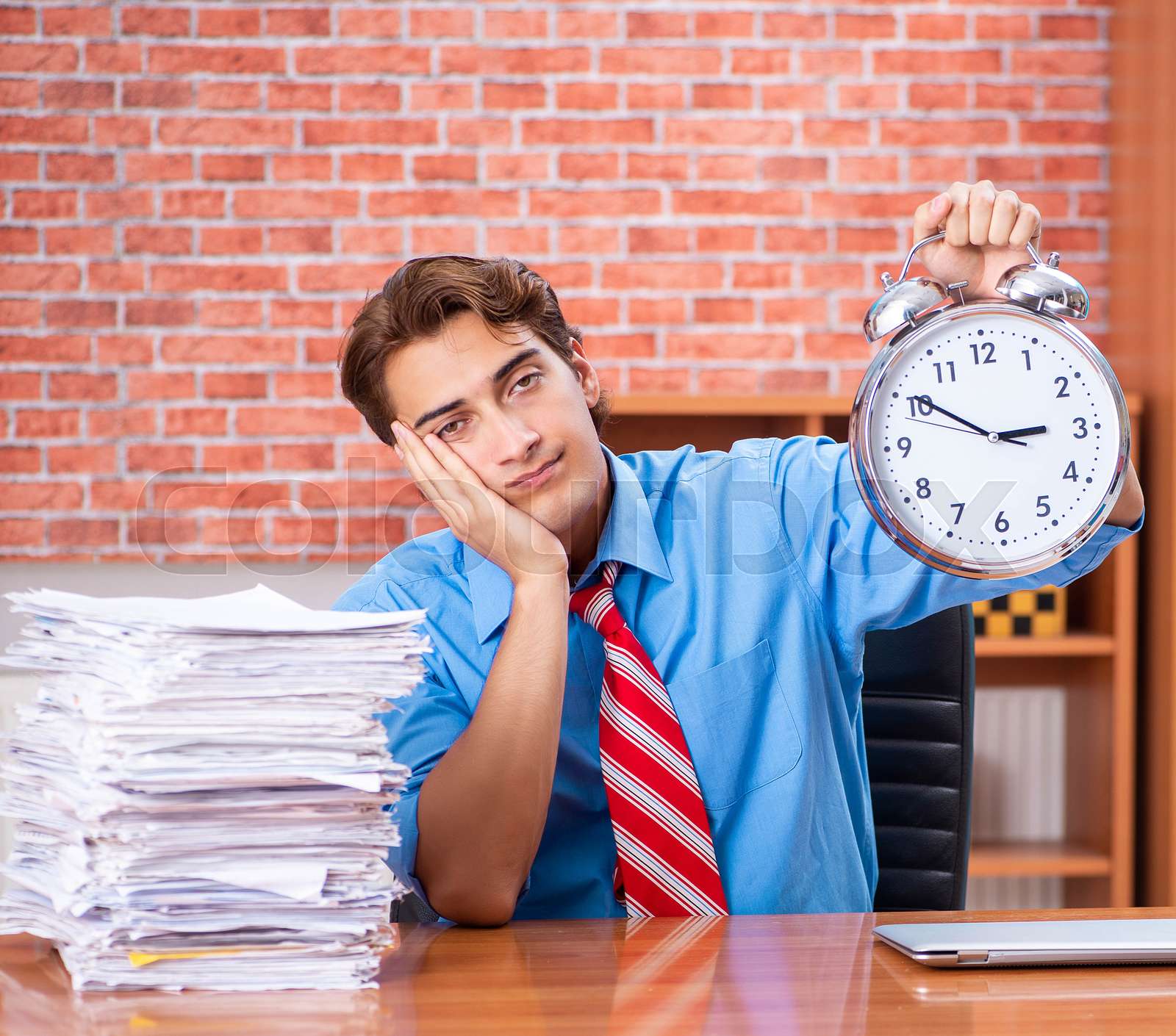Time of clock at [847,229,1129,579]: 2:50
